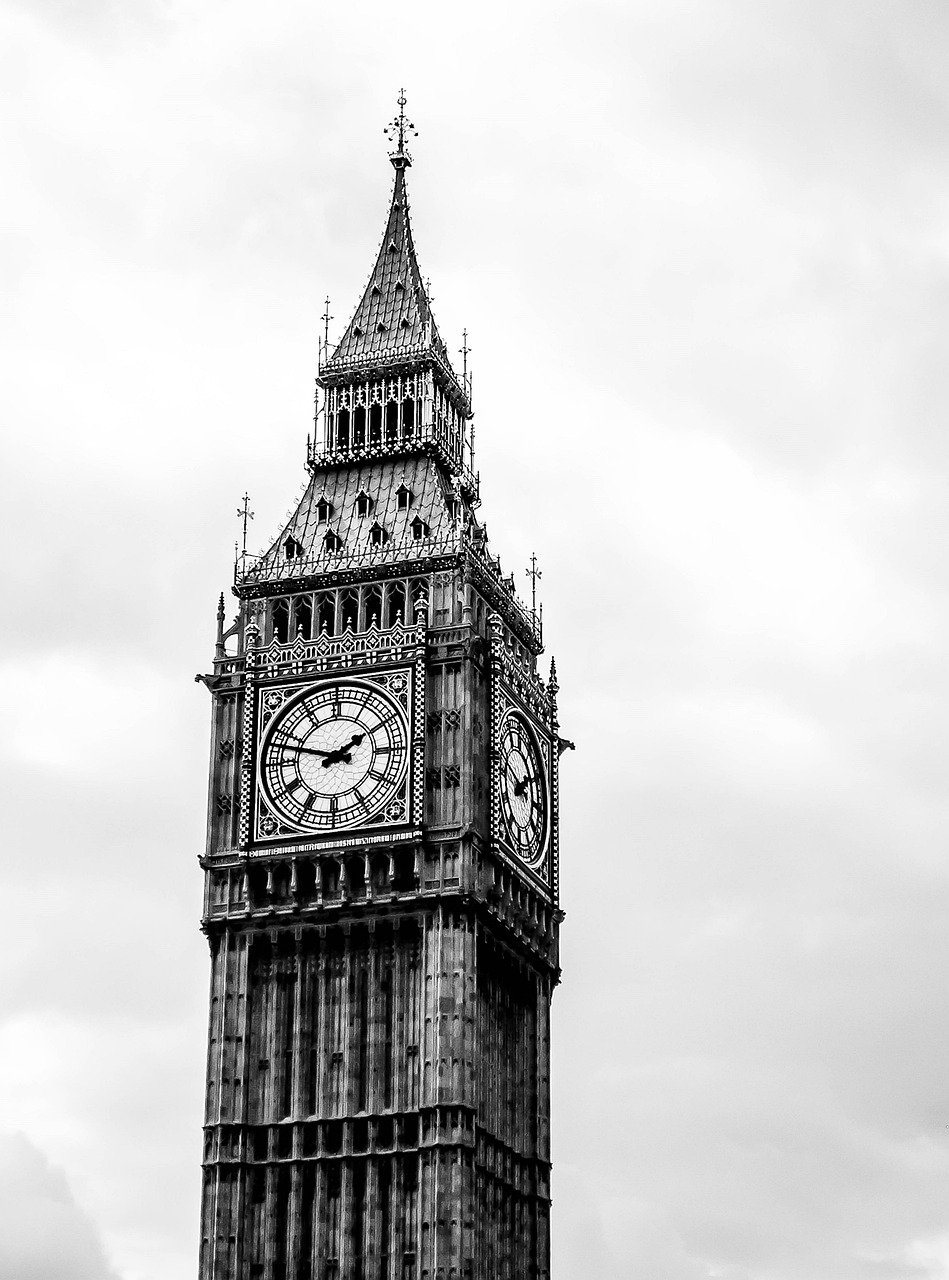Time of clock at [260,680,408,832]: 1:47
